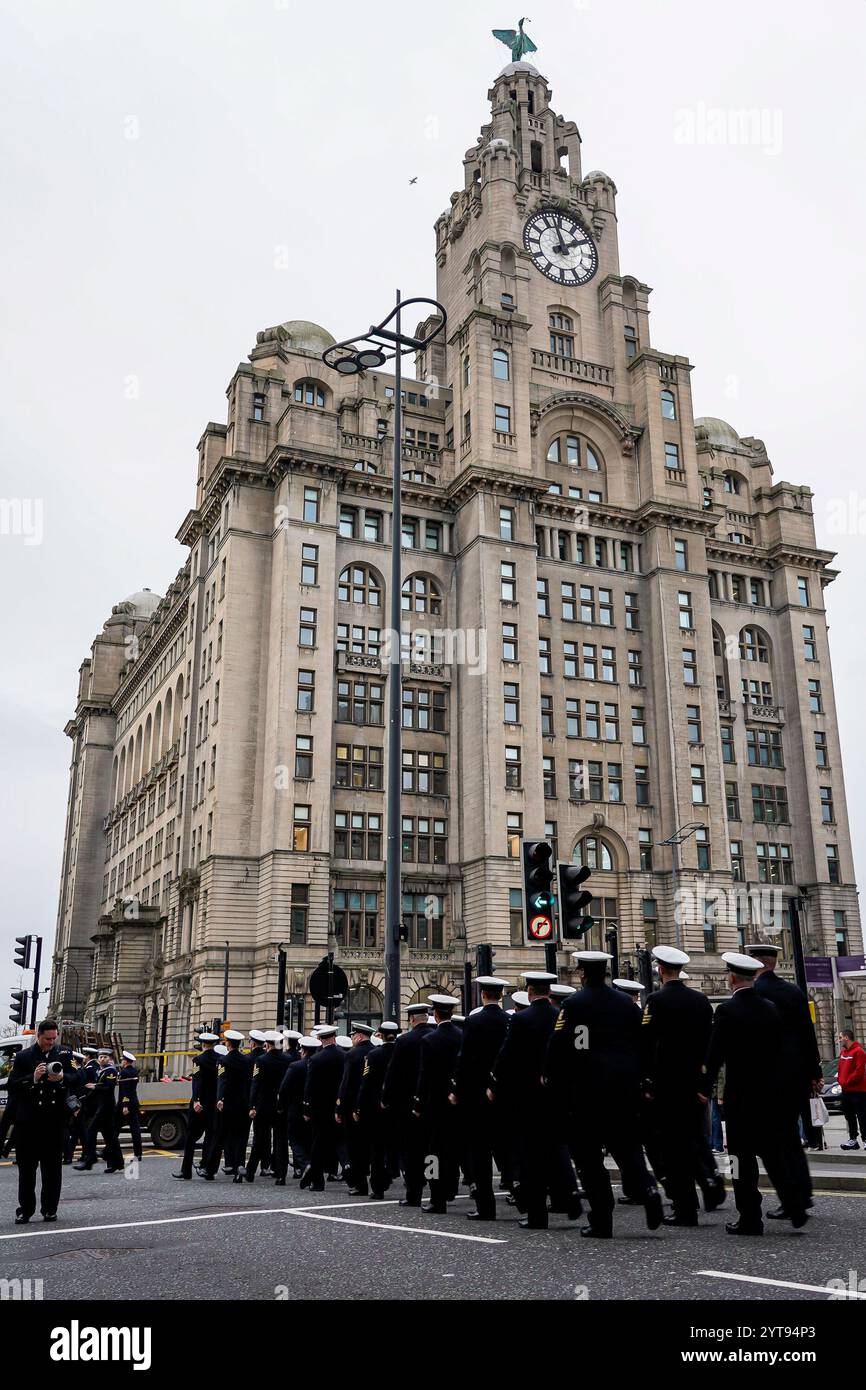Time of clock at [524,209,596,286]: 1:57
